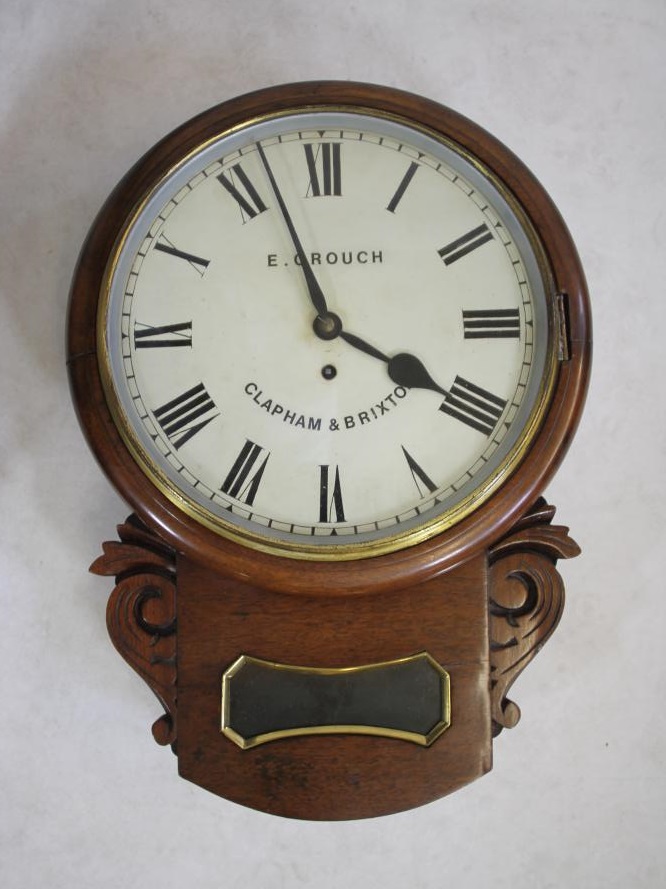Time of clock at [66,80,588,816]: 3:56
